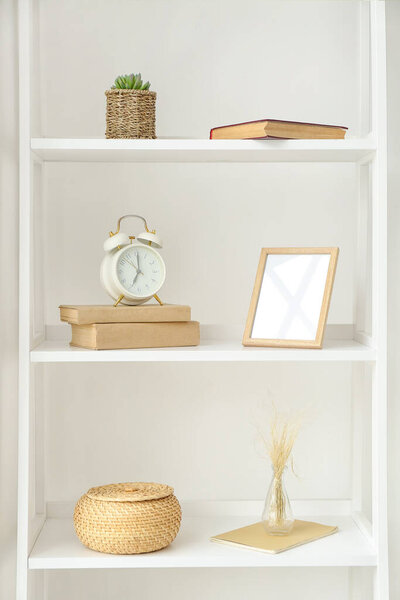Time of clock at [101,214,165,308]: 7:00
